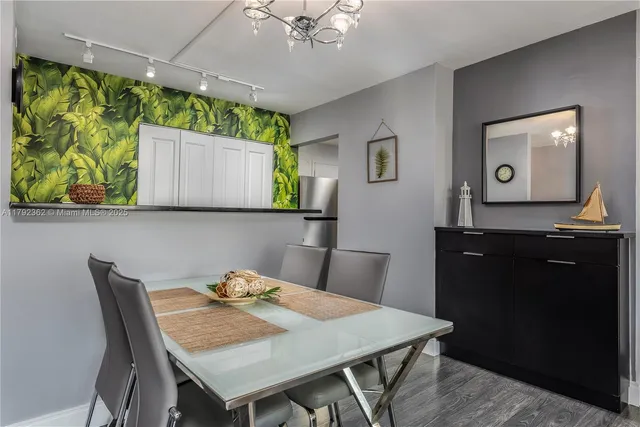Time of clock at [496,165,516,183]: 12:41
